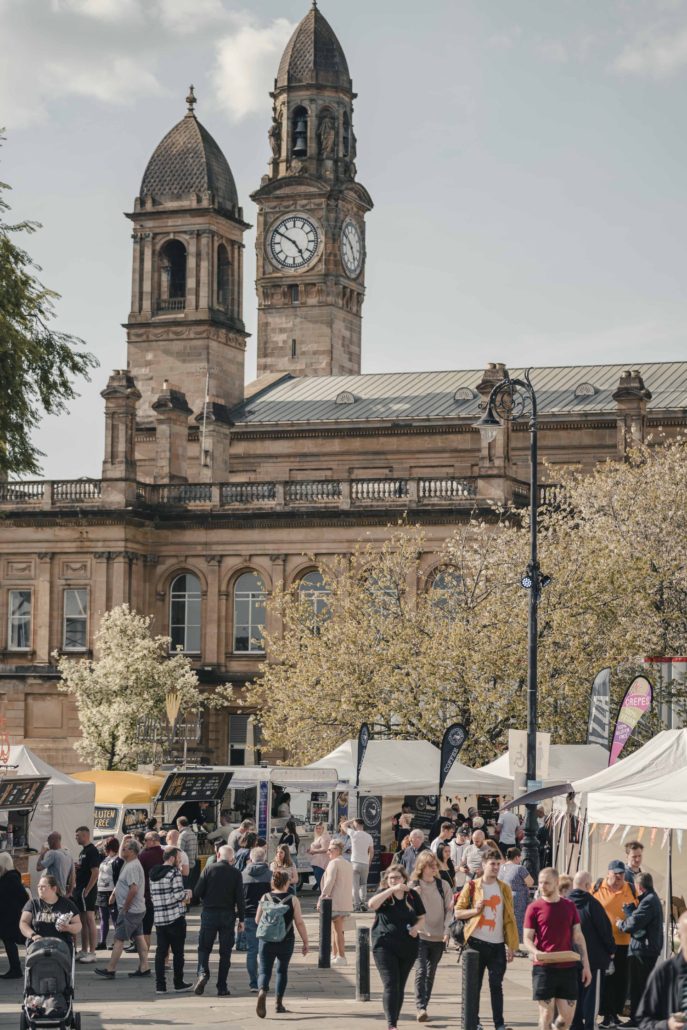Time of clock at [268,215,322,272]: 4:50
